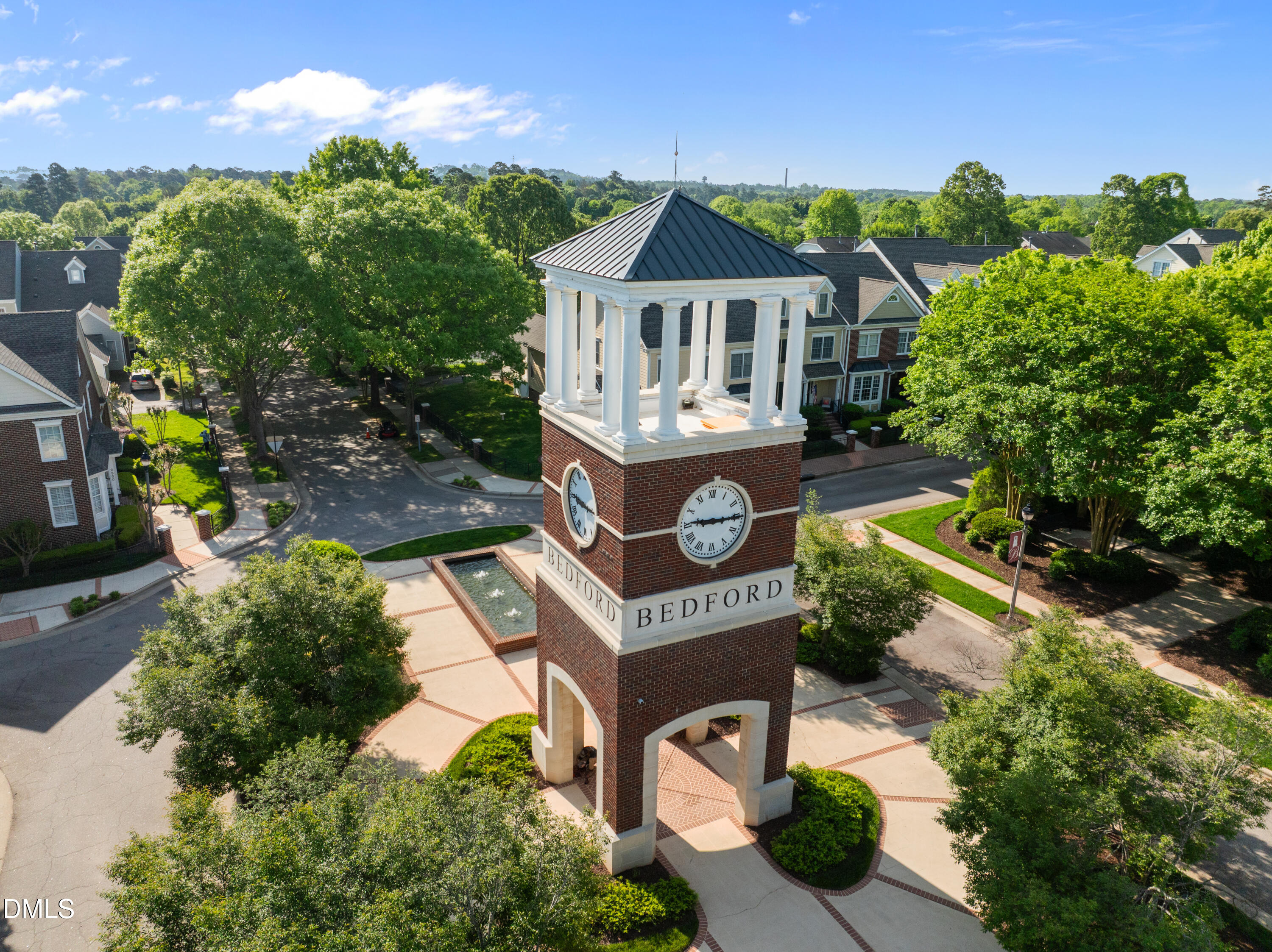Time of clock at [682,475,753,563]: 9:15
